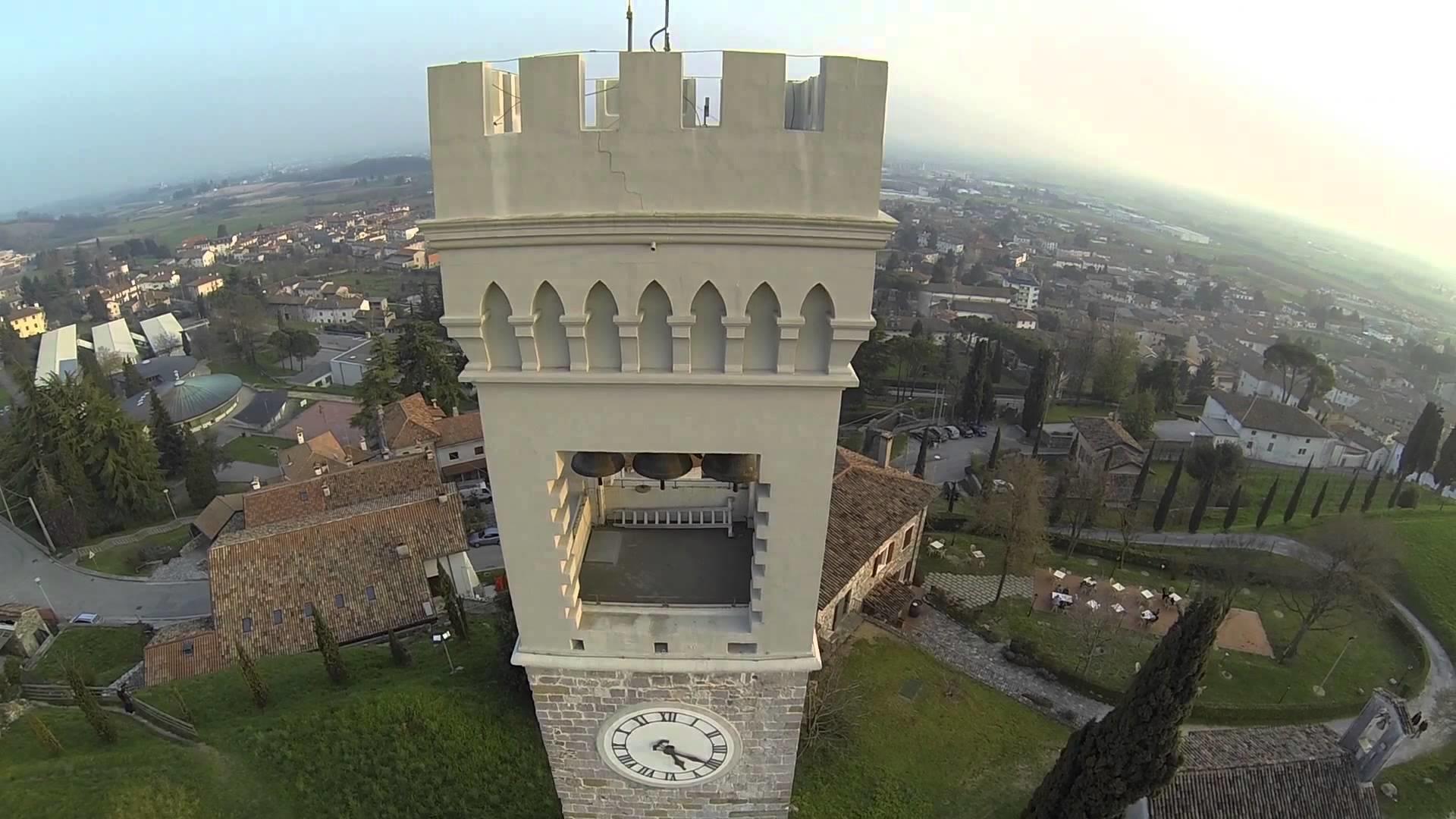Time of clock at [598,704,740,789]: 5:20
